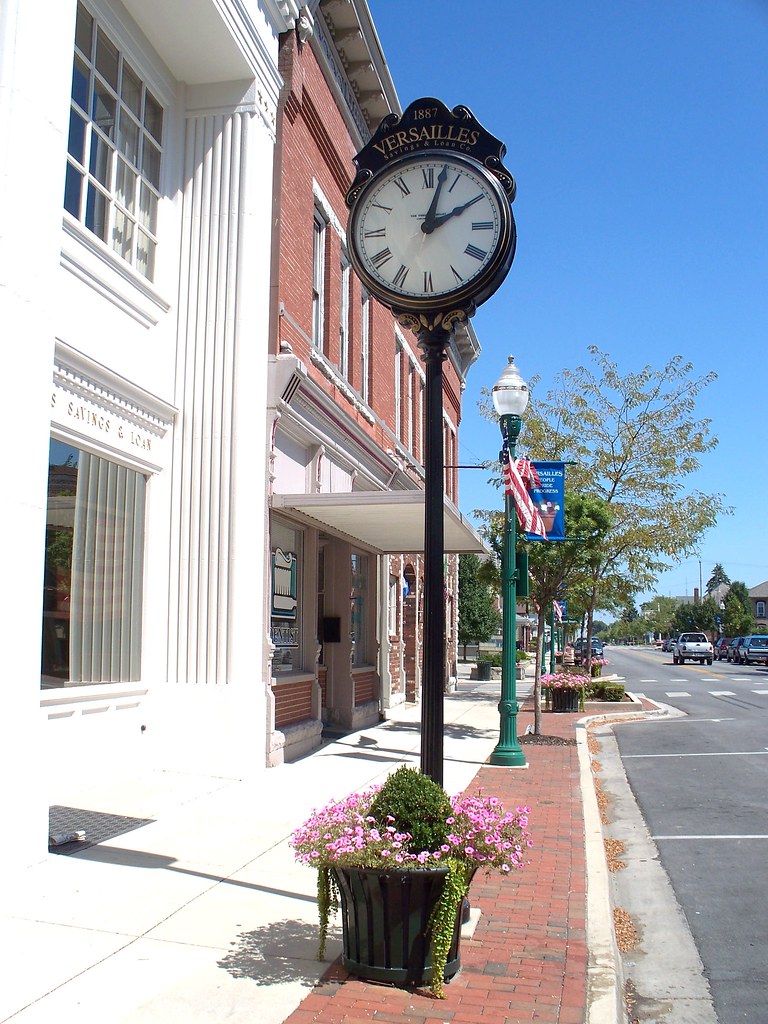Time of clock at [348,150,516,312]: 2:02
